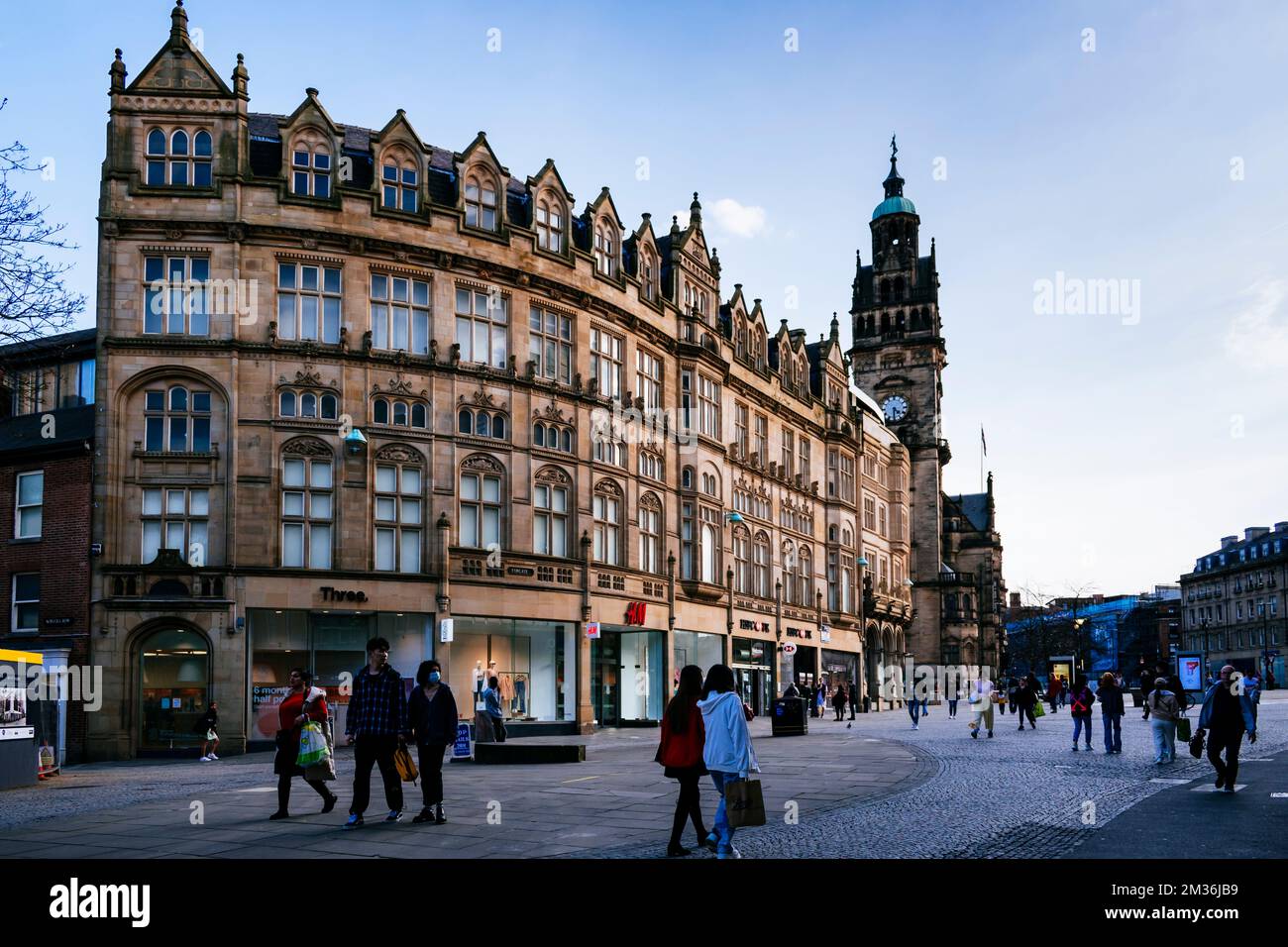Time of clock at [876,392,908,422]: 4:31
